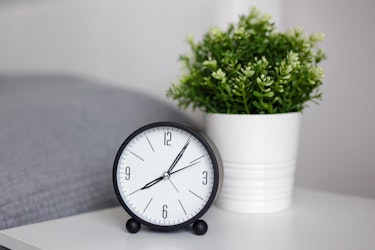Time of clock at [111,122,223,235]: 8:05
